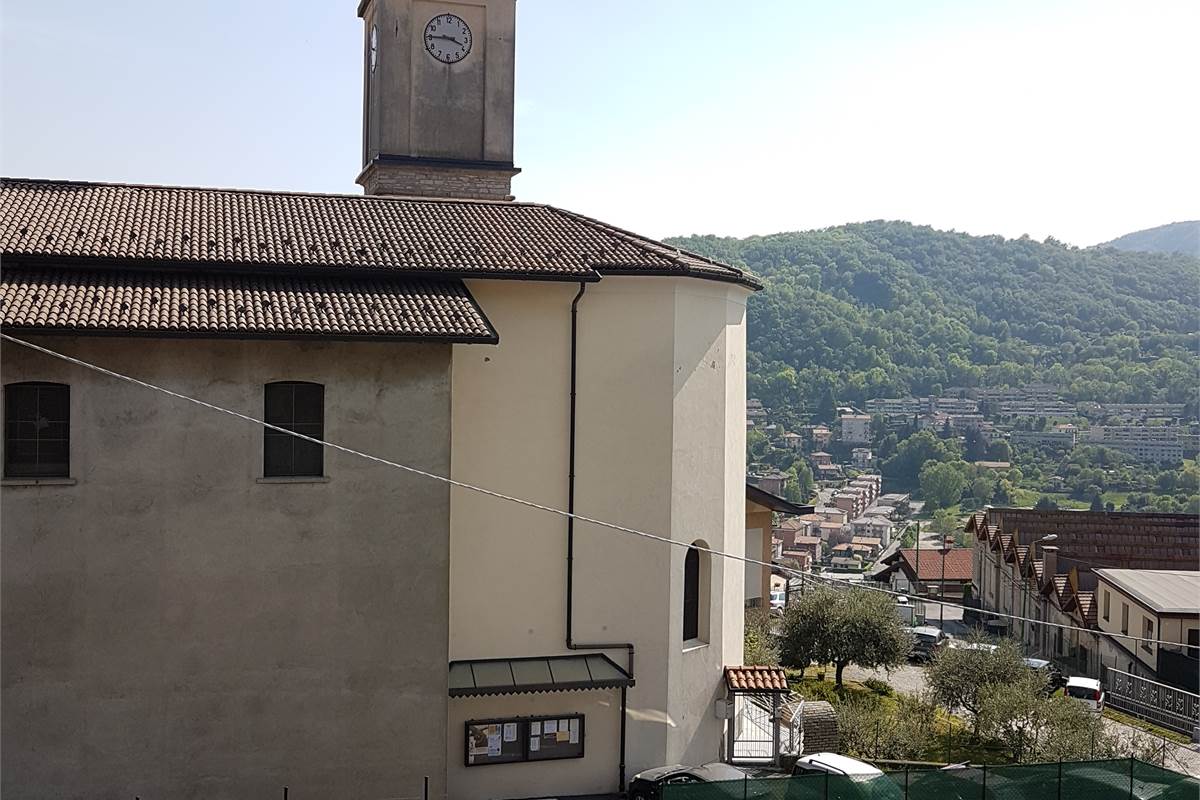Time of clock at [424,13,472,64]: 3:45
